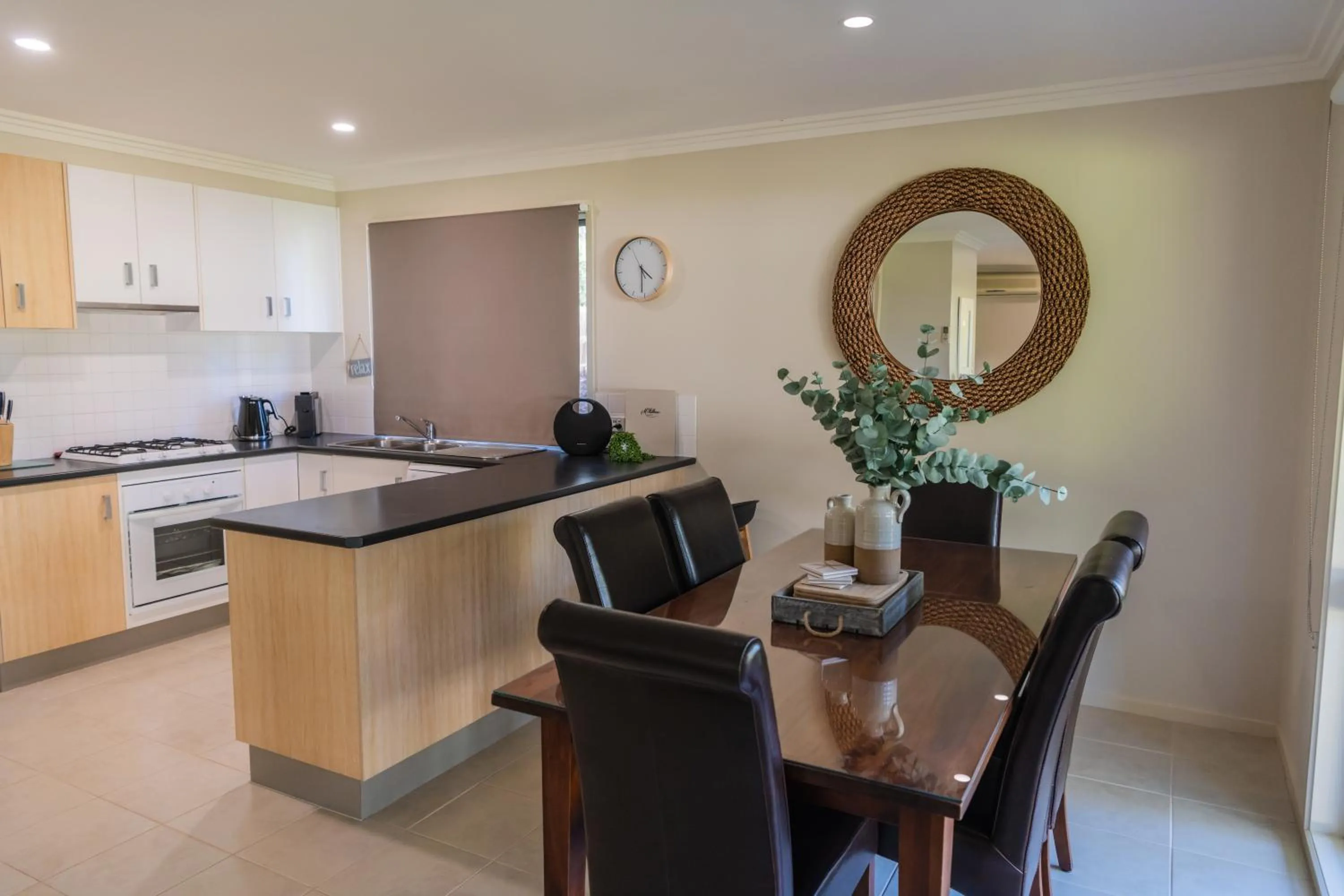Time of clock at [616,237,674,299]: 4:31
